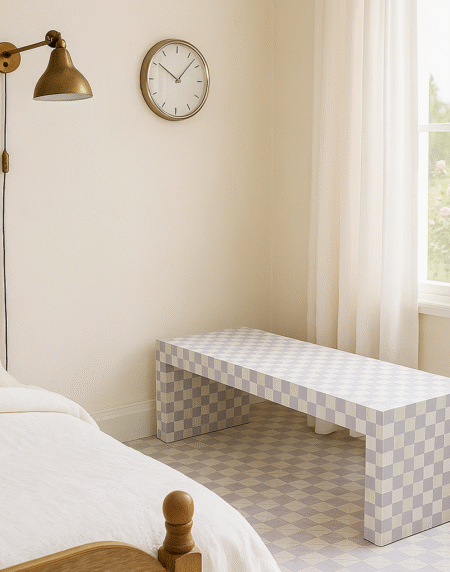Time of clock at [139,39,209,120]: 10:07
